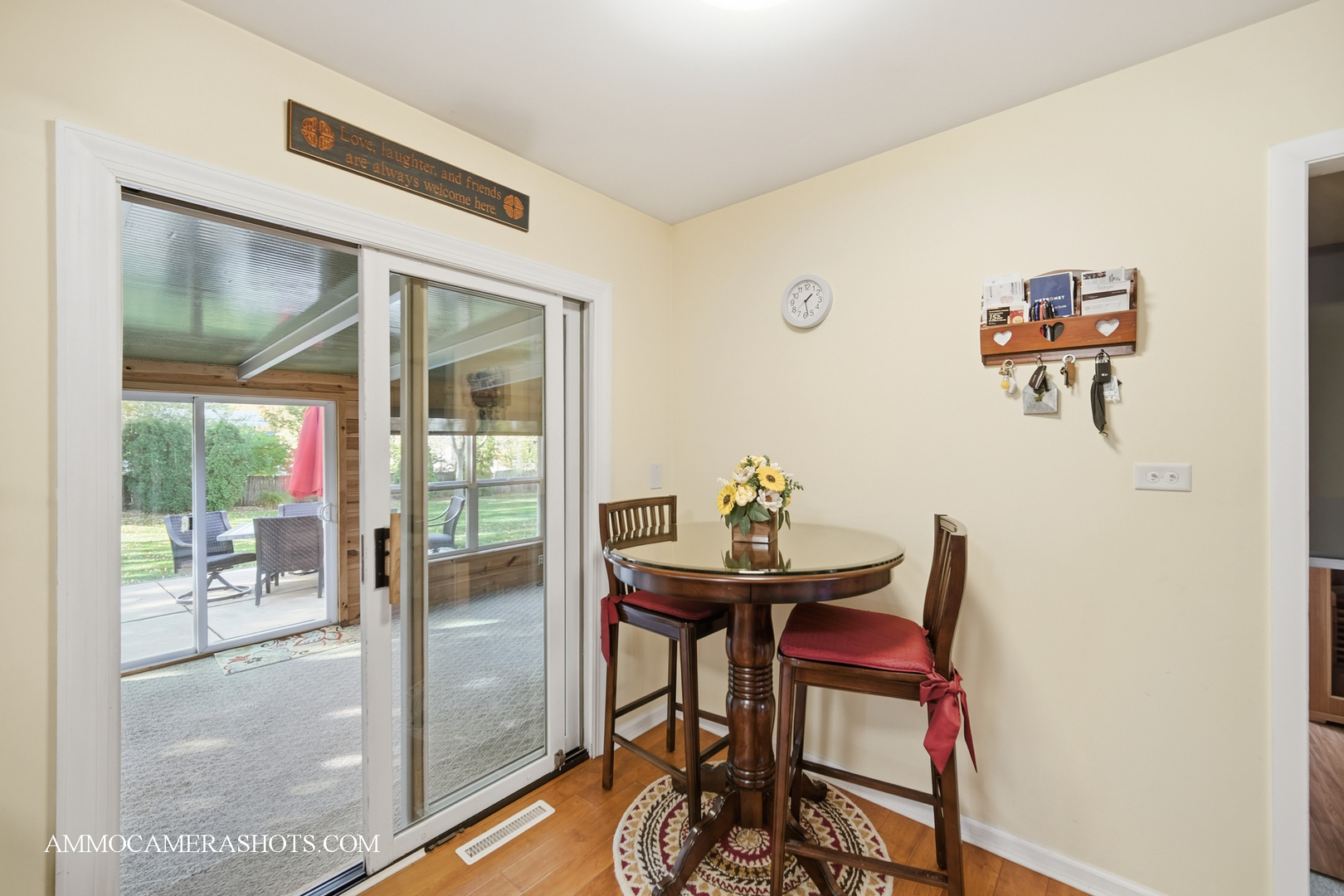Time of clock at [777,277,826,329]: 1:28
